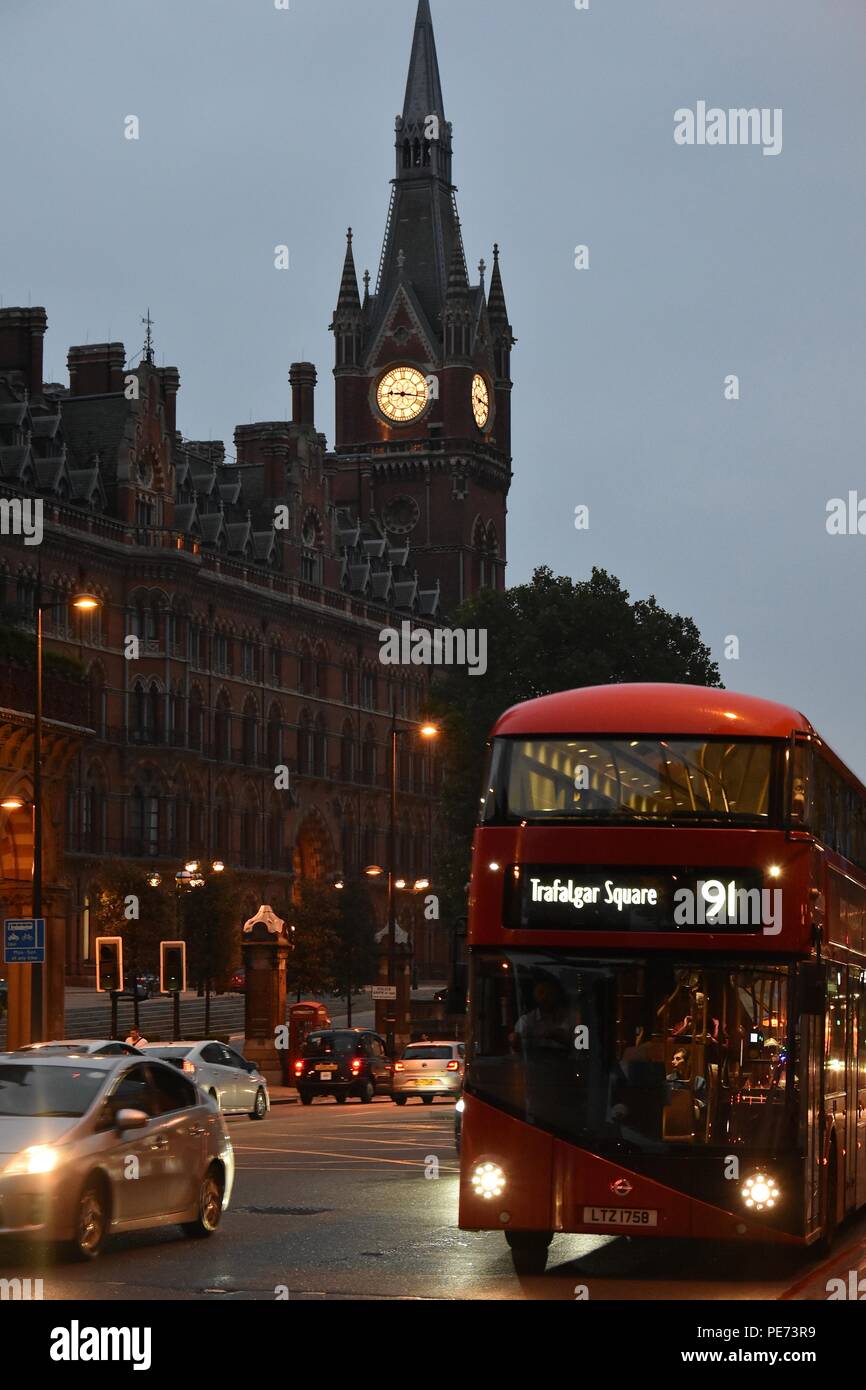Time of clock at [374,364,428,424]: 9:16
